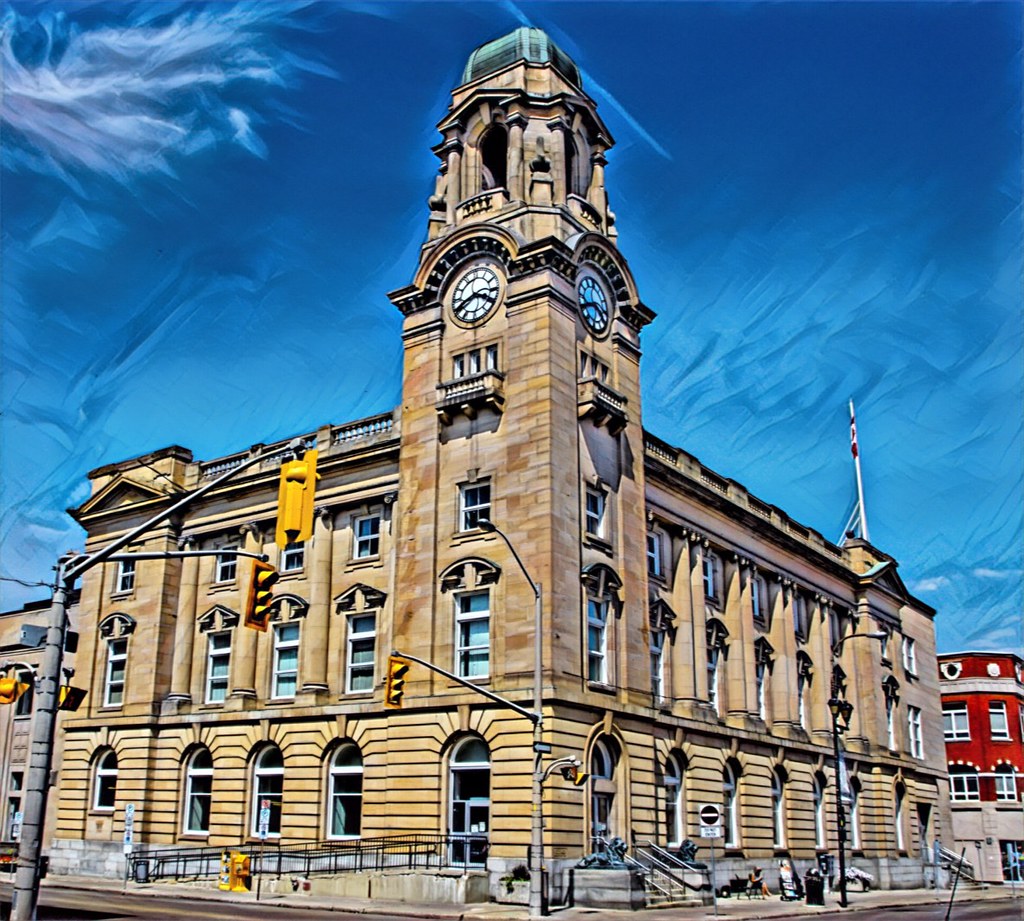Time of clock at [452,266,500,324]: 3:40
